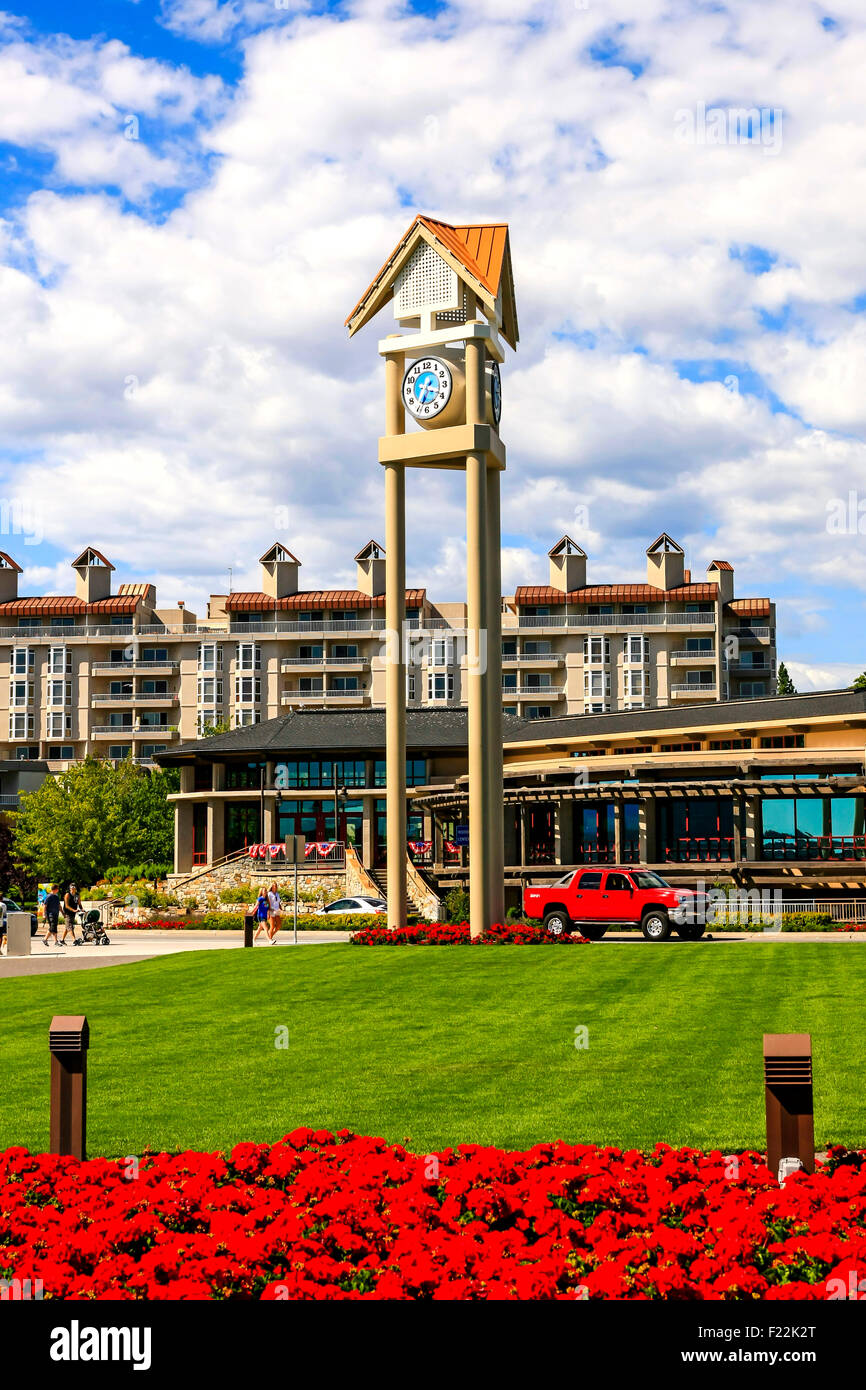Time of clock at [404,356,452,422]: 3:34
